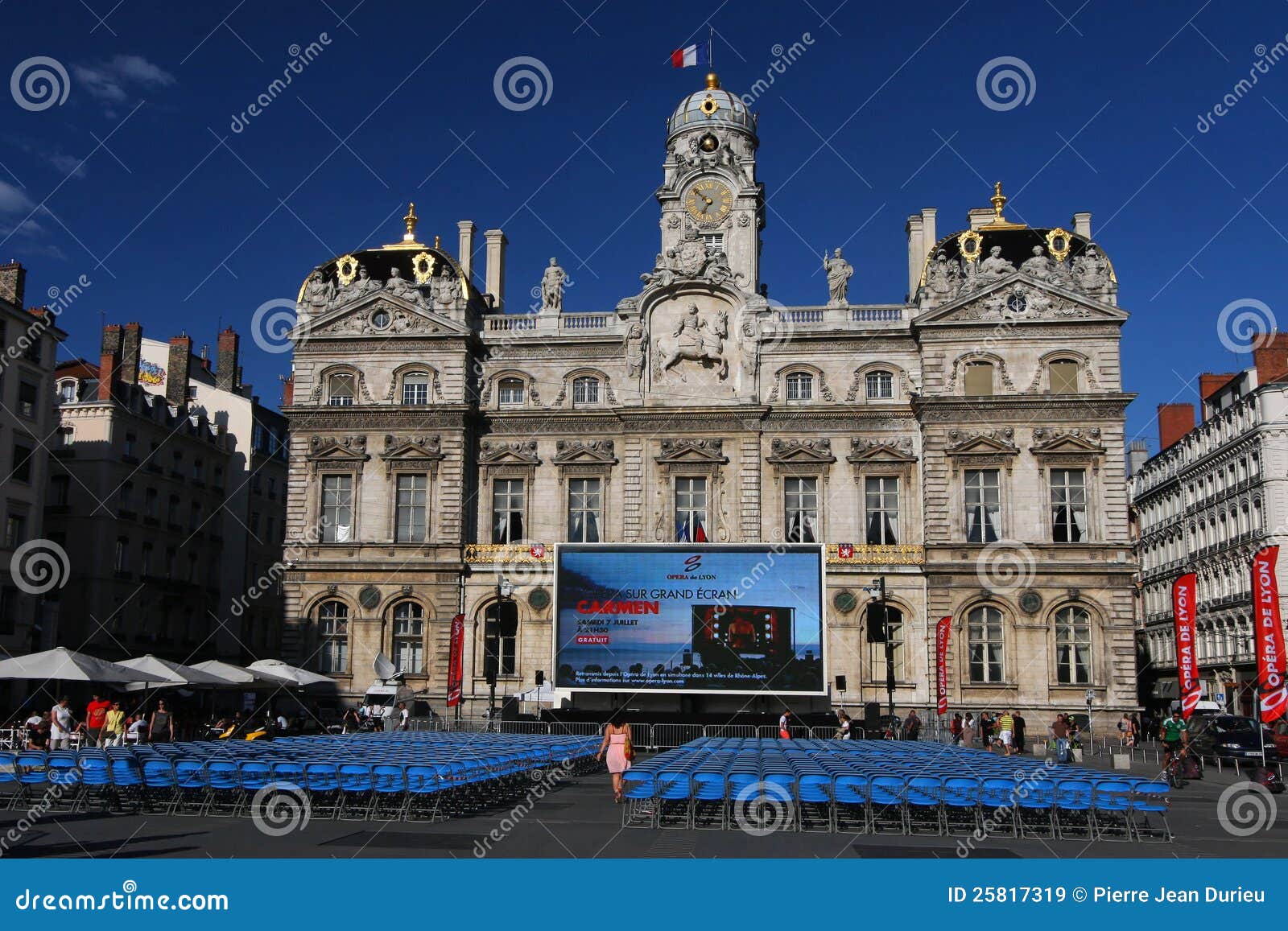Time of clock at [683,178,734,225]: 6:51
